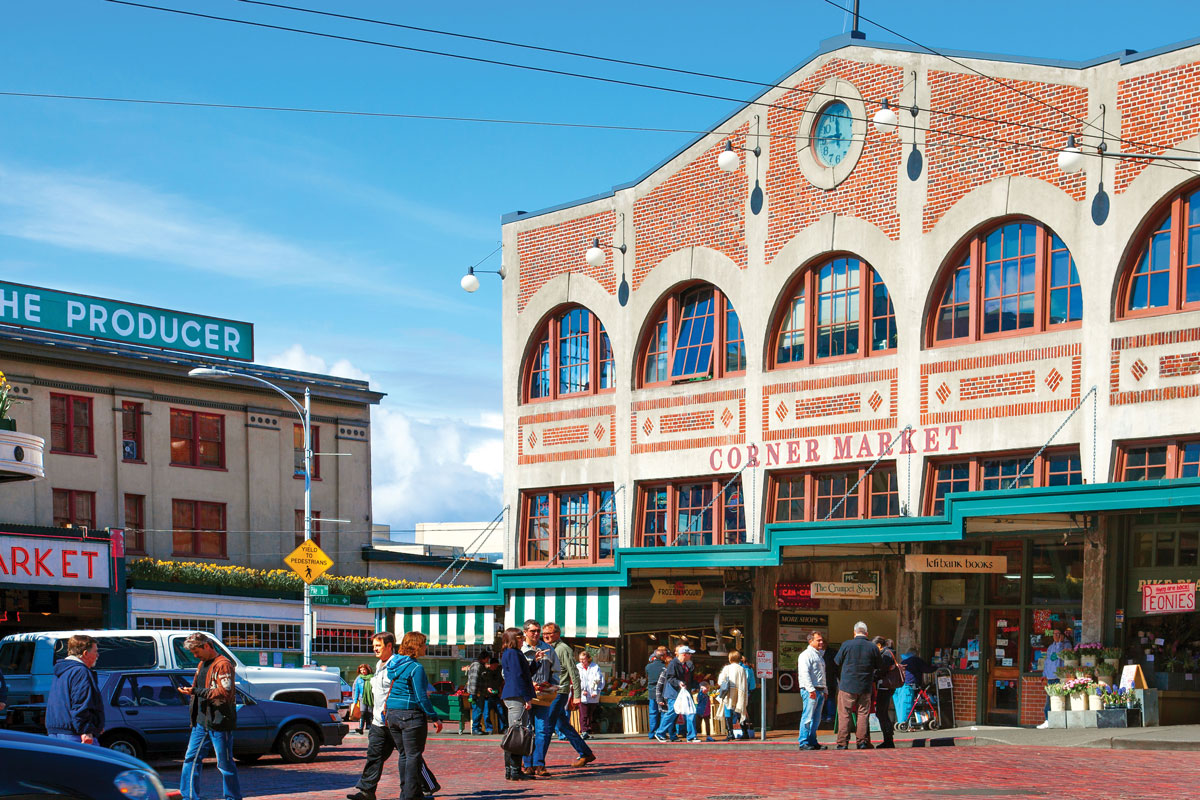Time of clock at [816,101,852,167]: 11:45
